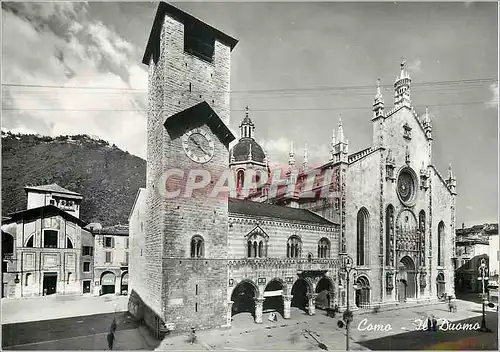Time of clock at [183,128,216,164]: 10:21
